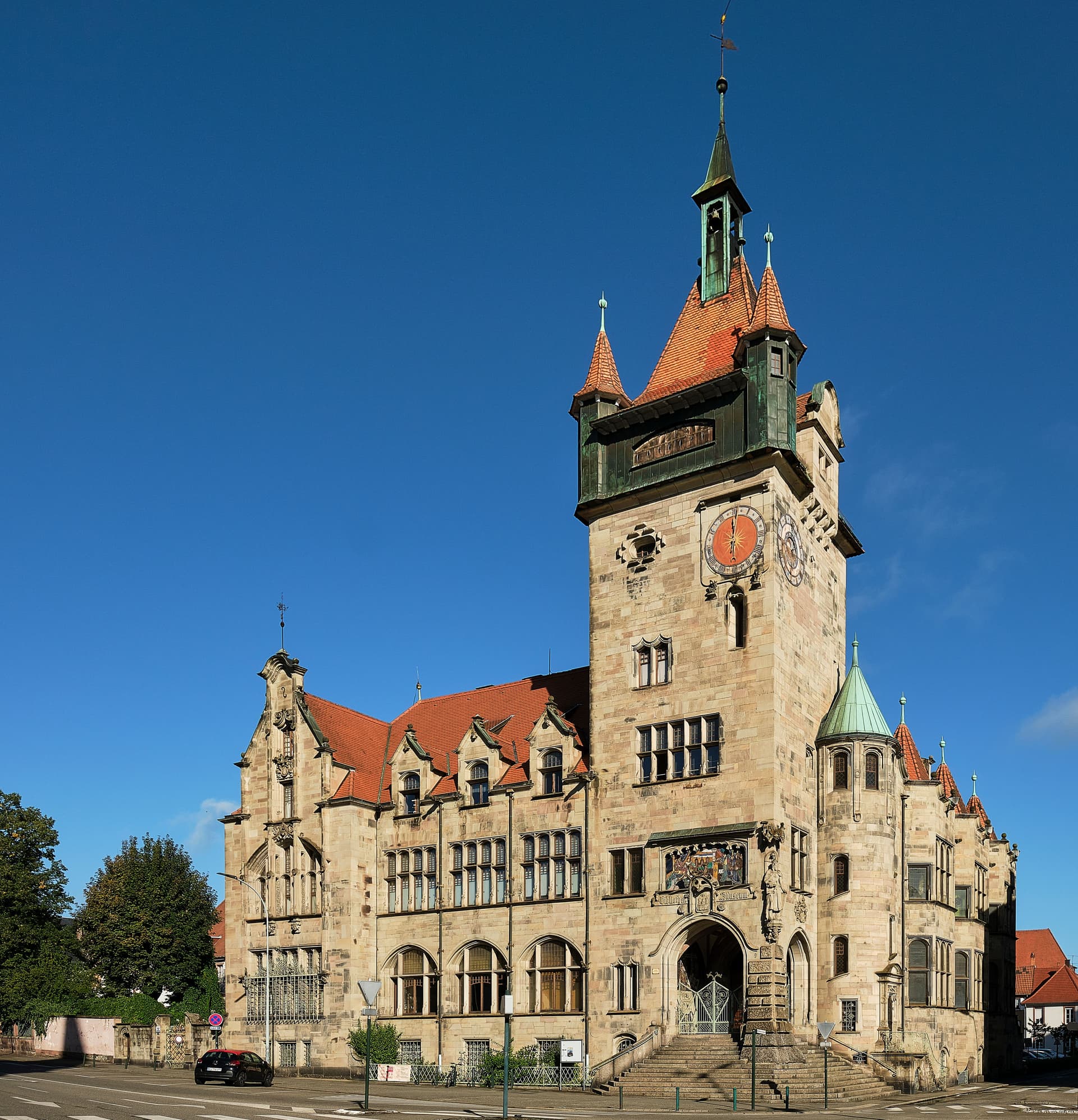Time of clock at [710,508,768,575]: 5:59
